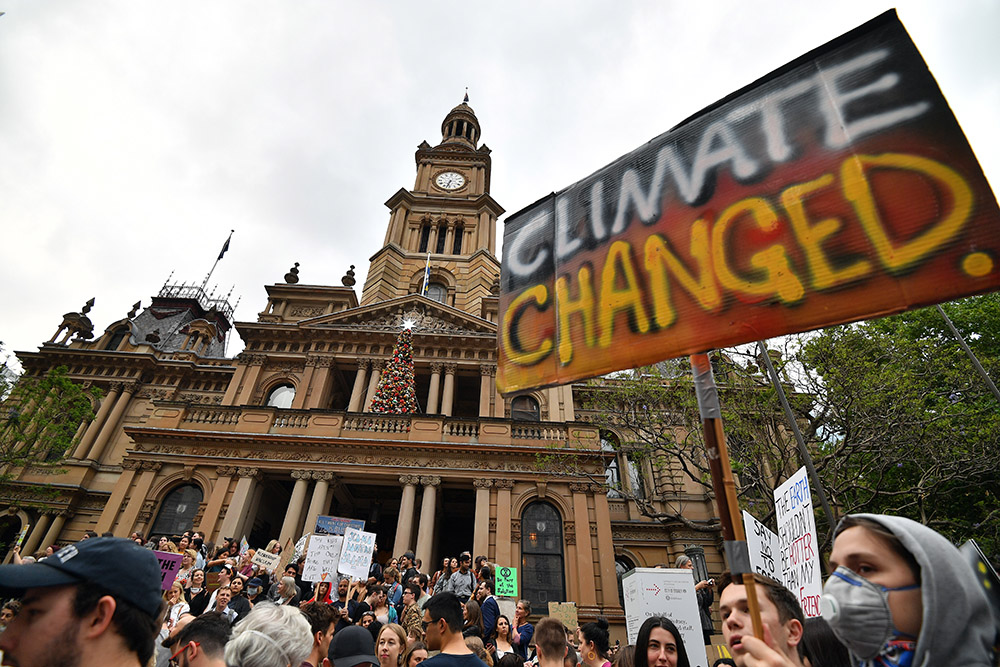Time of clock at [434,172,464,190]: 6:32
